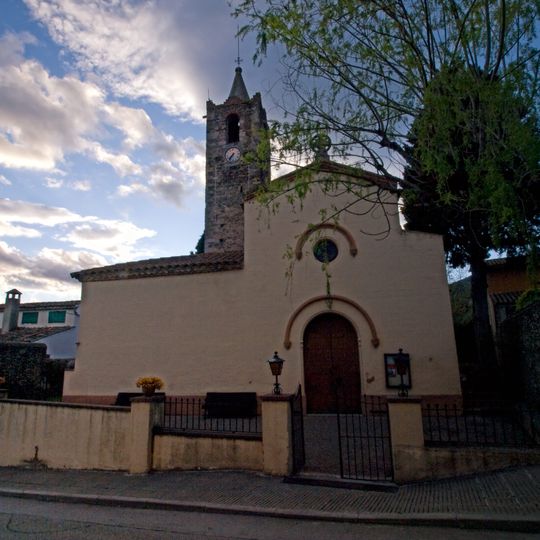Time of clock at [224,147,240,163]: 7:36
